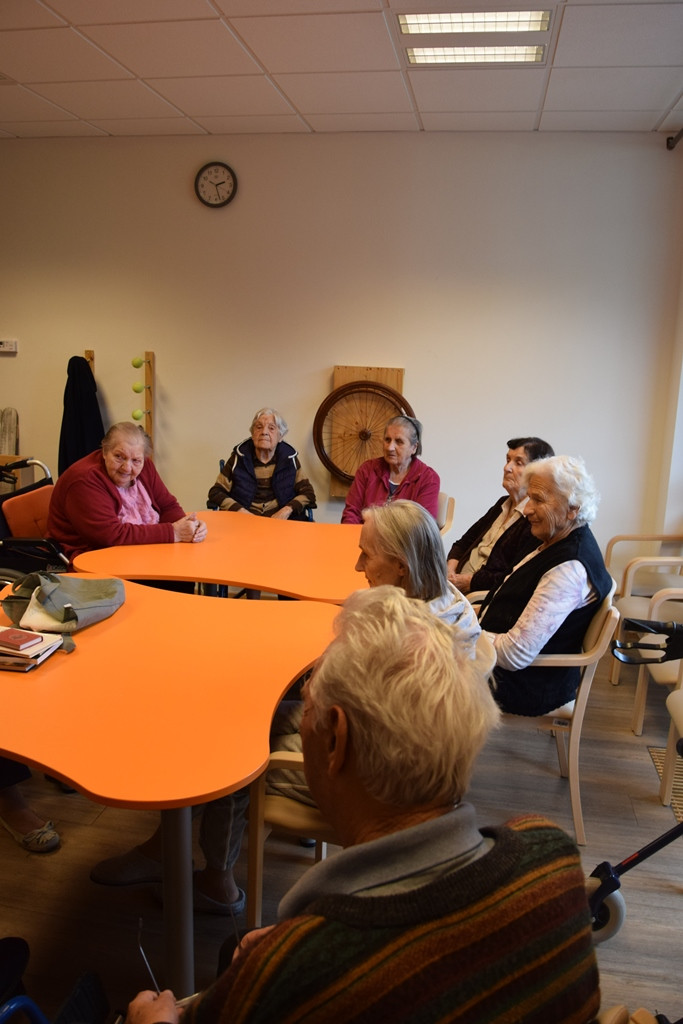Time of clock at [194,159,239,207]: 2:27
